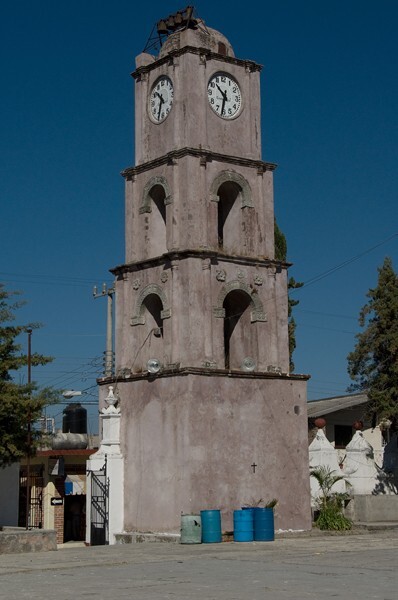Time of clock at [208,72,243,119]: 10:32
